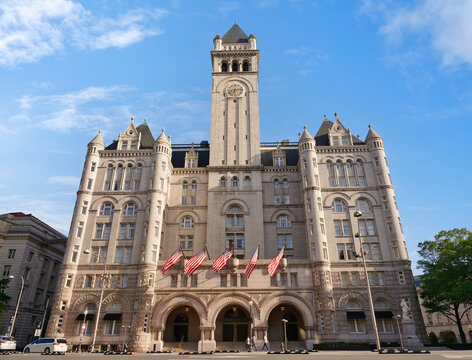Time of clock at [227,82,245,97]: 6:13
